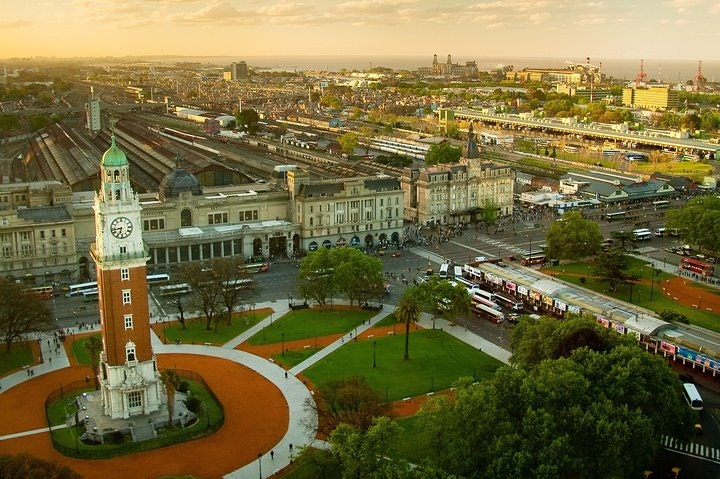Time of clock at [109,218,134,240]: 6:42
